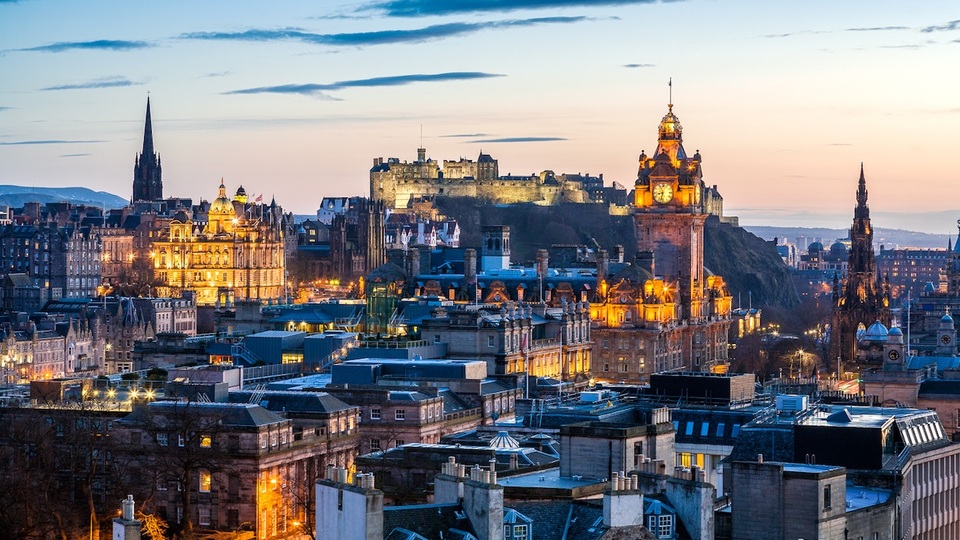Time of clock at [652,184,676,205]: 8:32
